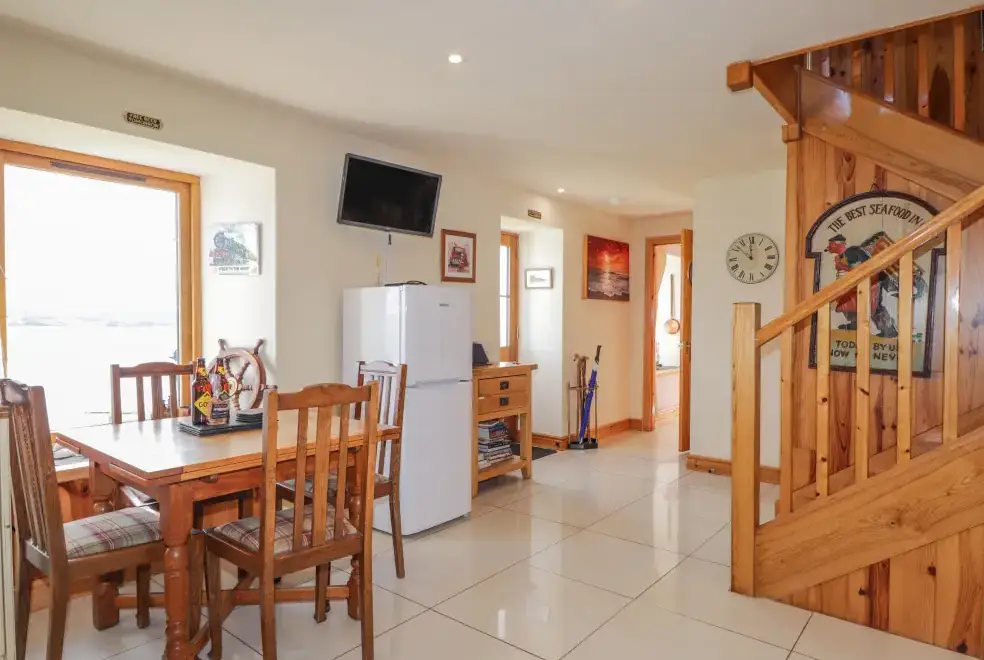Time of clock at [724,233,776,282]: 11:51
